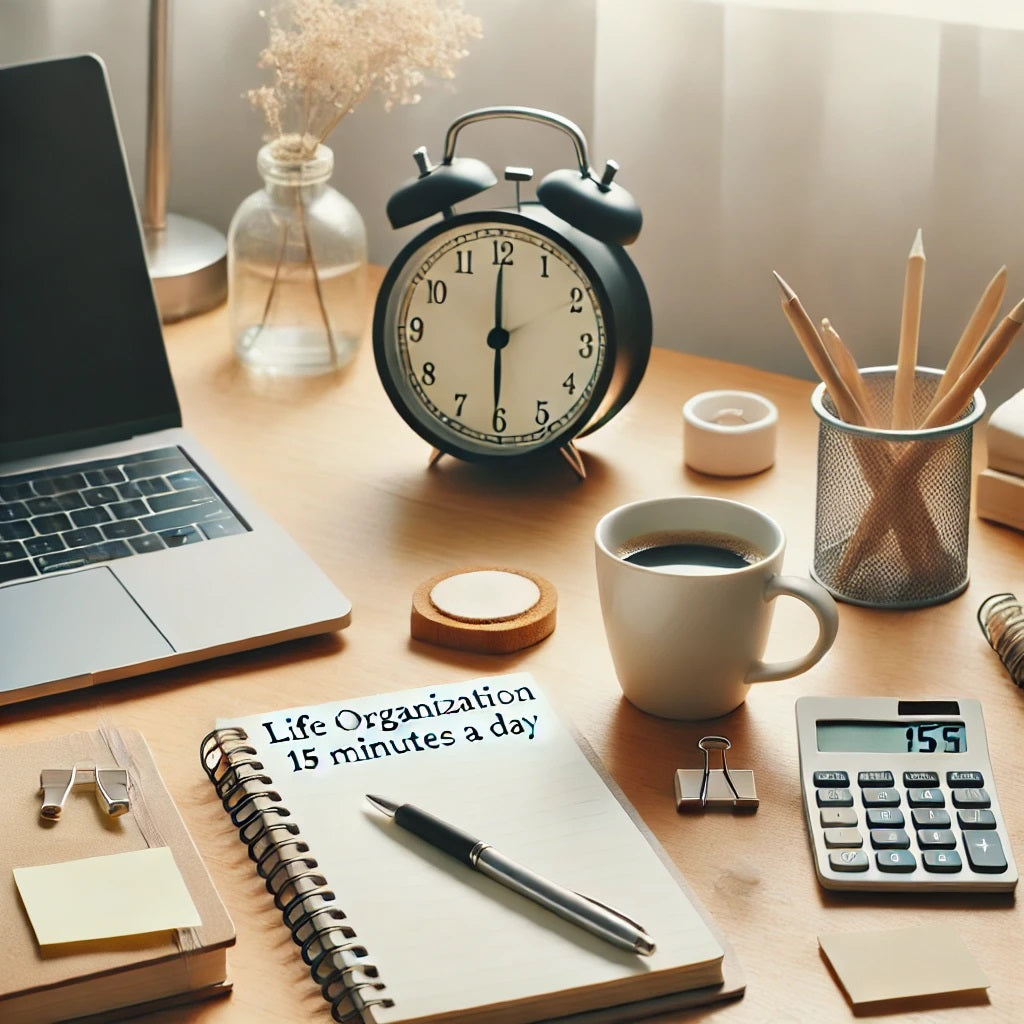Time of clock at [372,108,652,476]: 6:00
